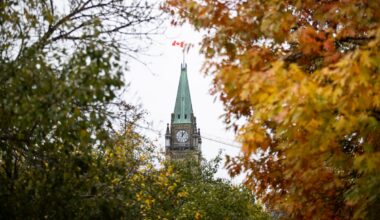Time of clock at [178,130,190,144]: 12:06
